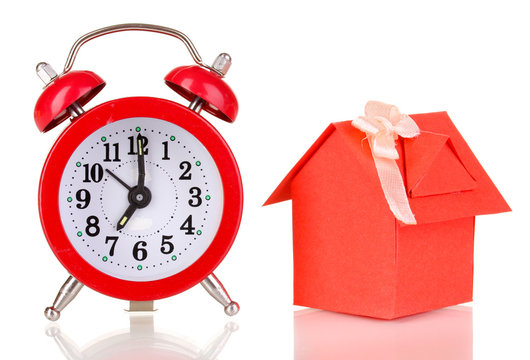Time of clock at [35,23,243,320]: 7:00
